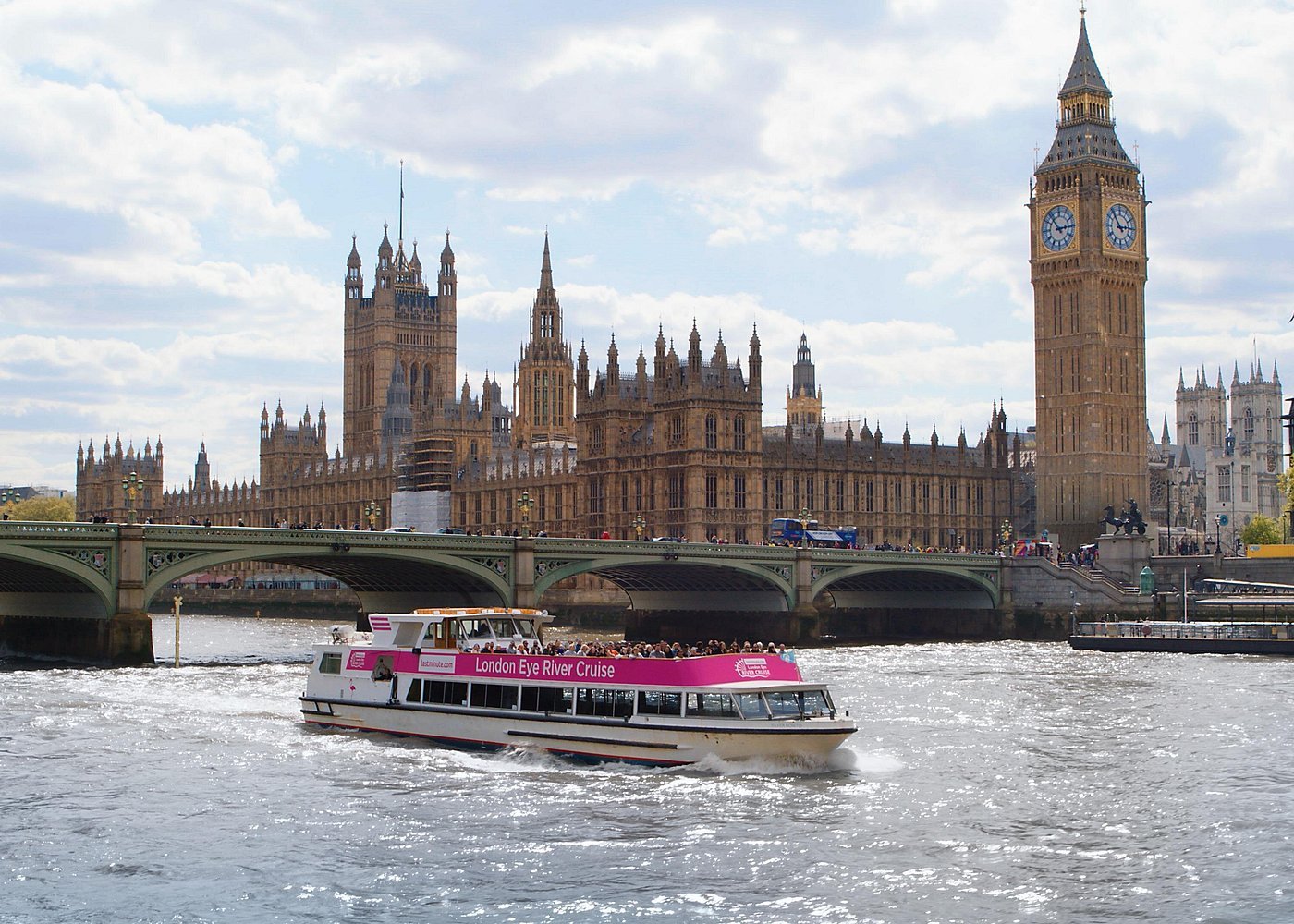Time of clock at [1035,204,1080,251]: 2:53
